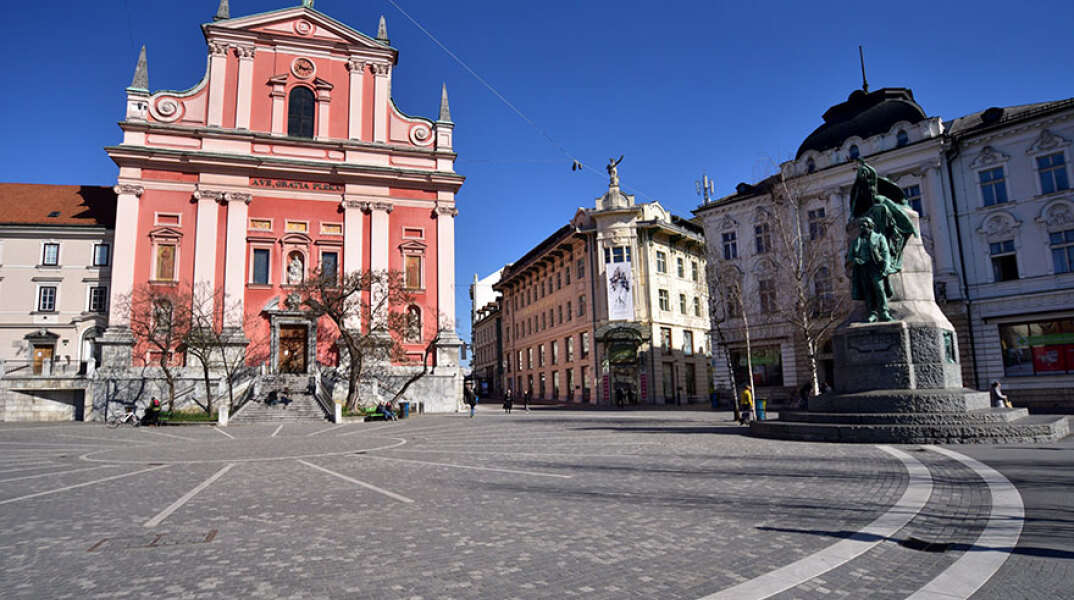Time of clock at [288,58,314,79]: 10:14
